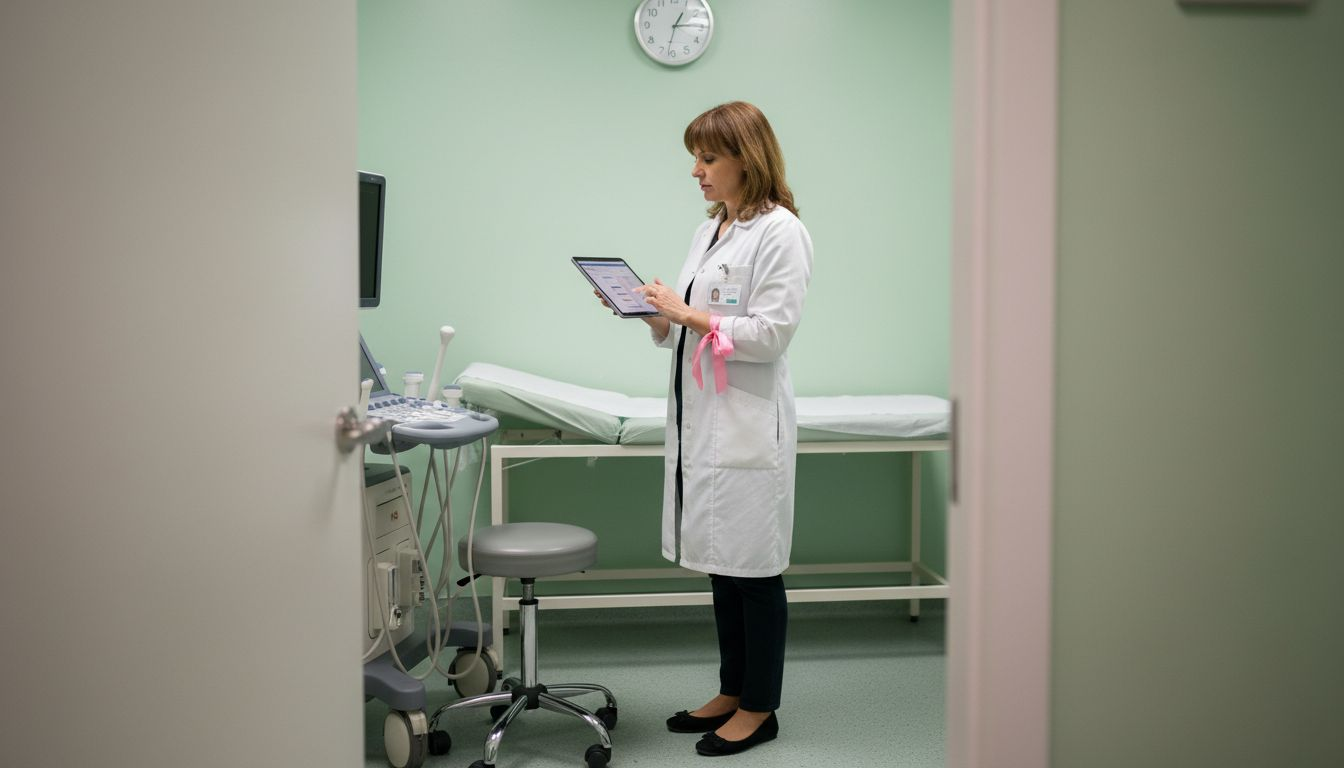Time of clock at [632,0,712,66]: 1:14
